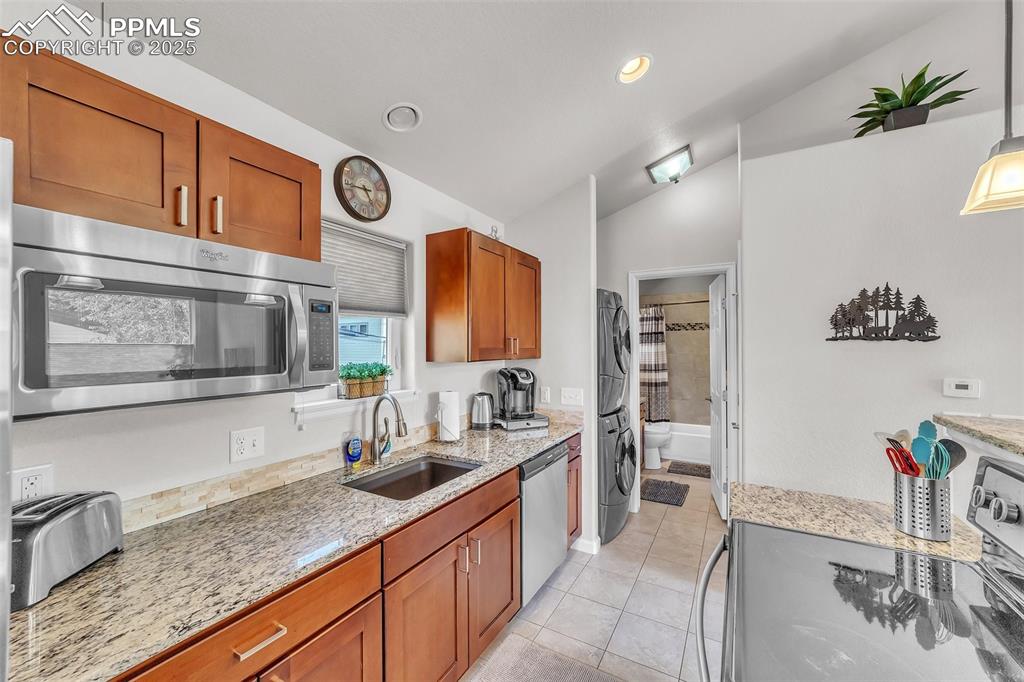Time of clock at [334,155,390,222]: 4:44
